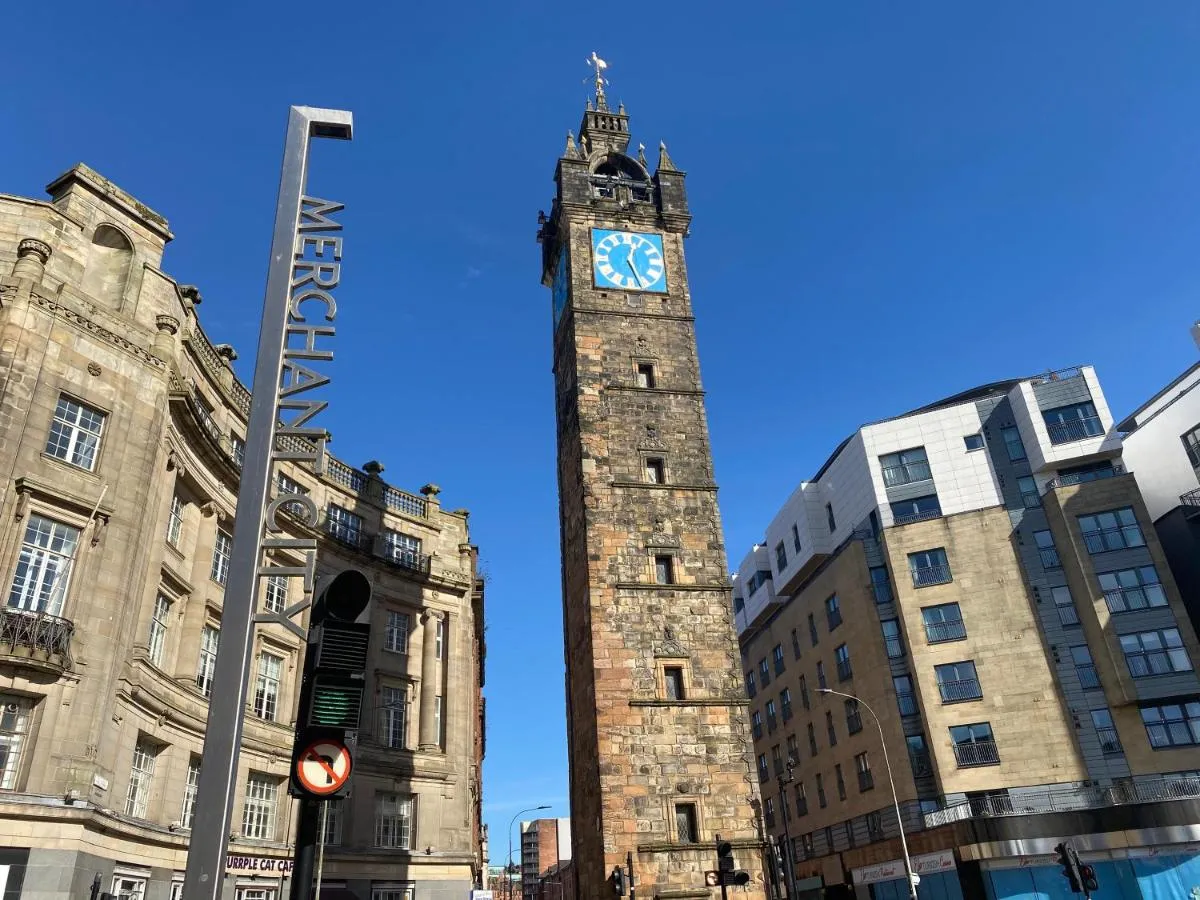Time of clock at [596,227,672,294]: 12:26
